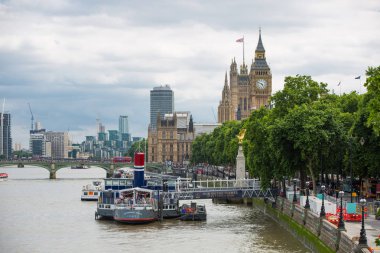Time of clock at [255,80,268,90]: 4:49
